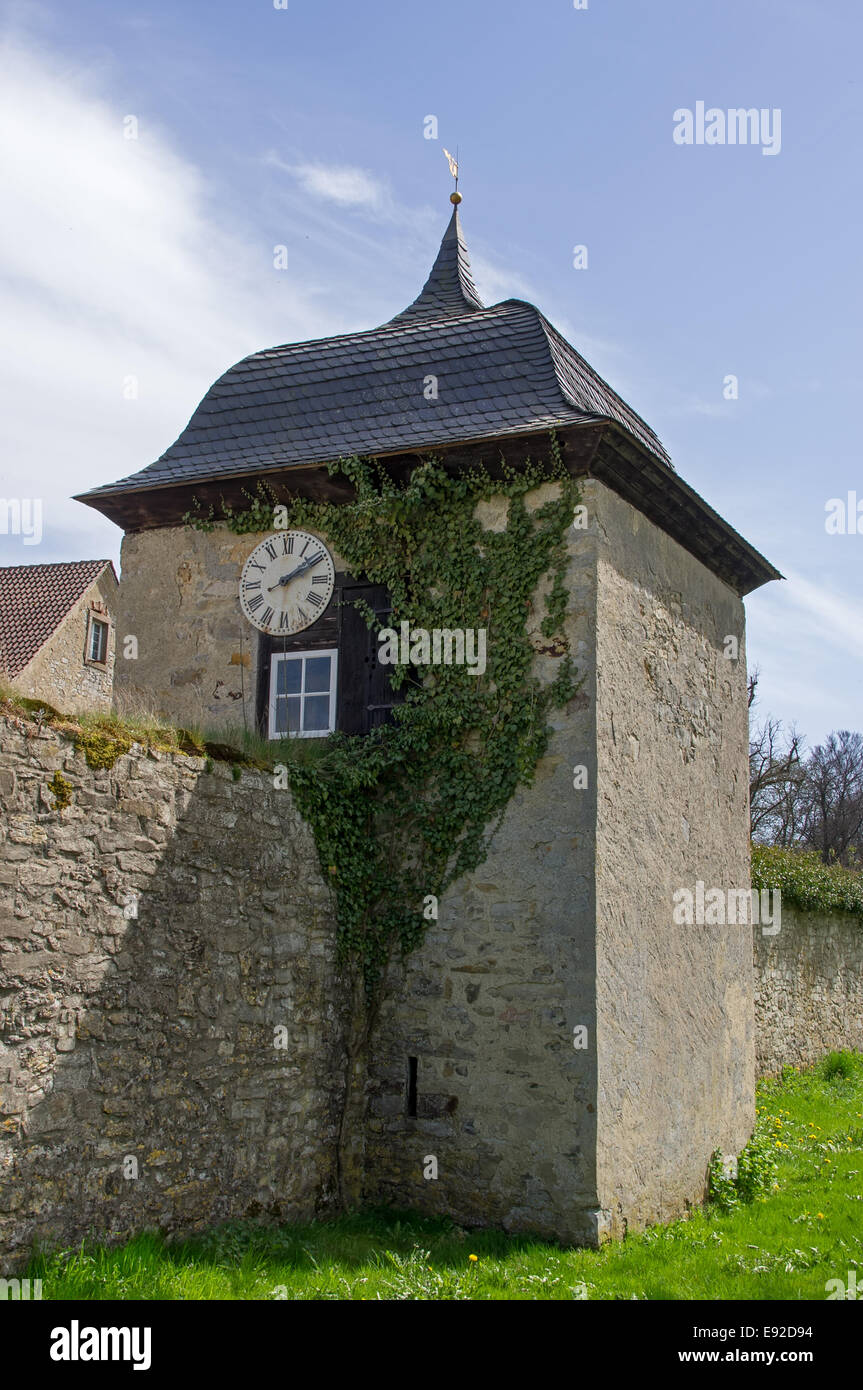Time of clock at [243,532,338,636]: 2:09
